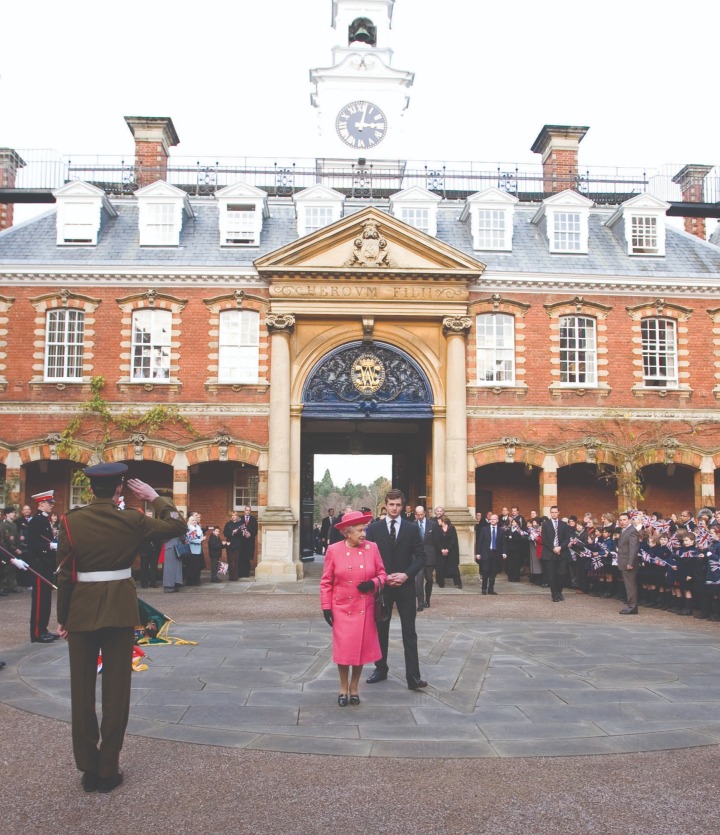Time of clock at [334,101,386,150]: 3:02
